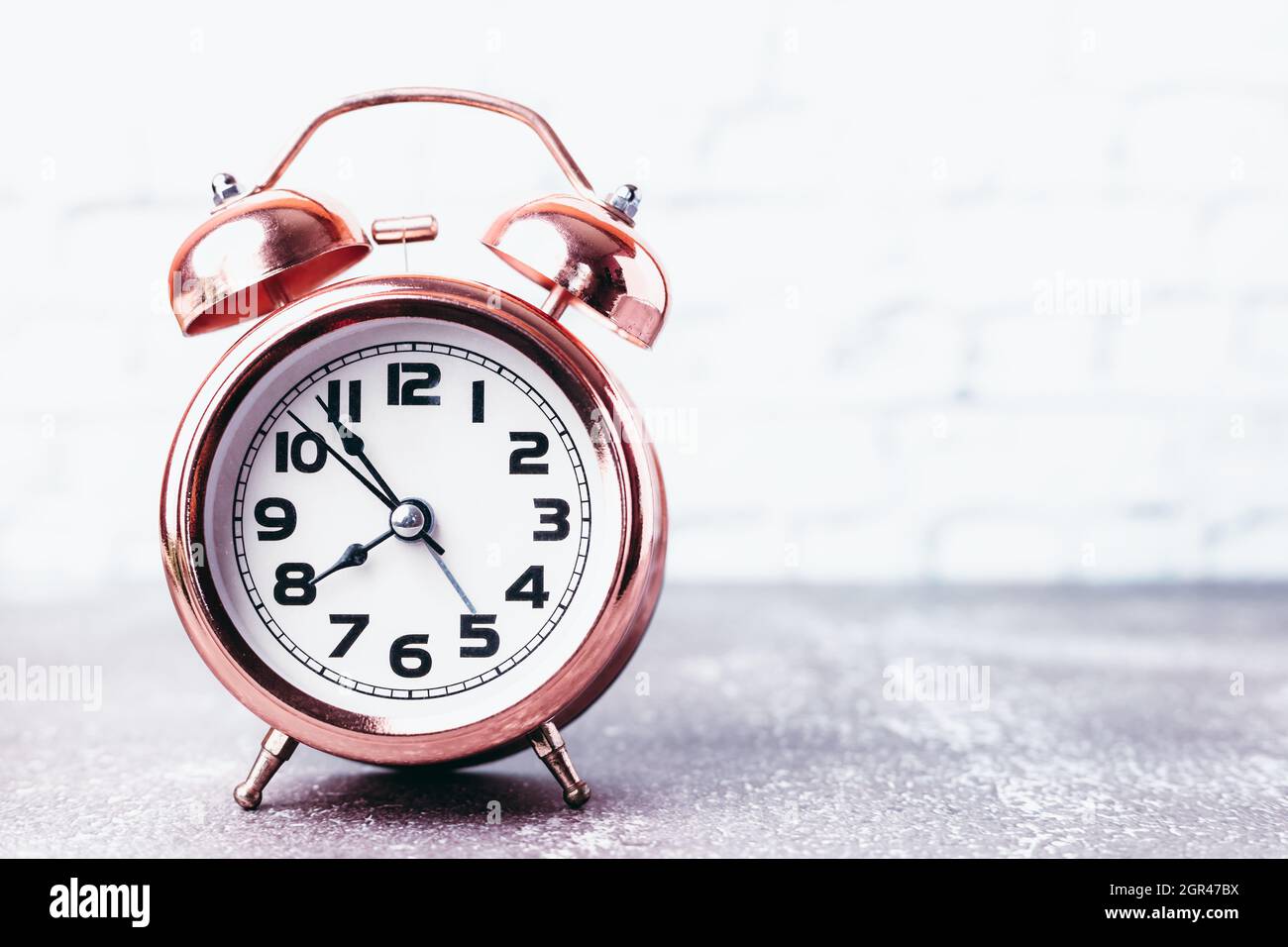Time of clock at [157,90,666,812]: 7:53
